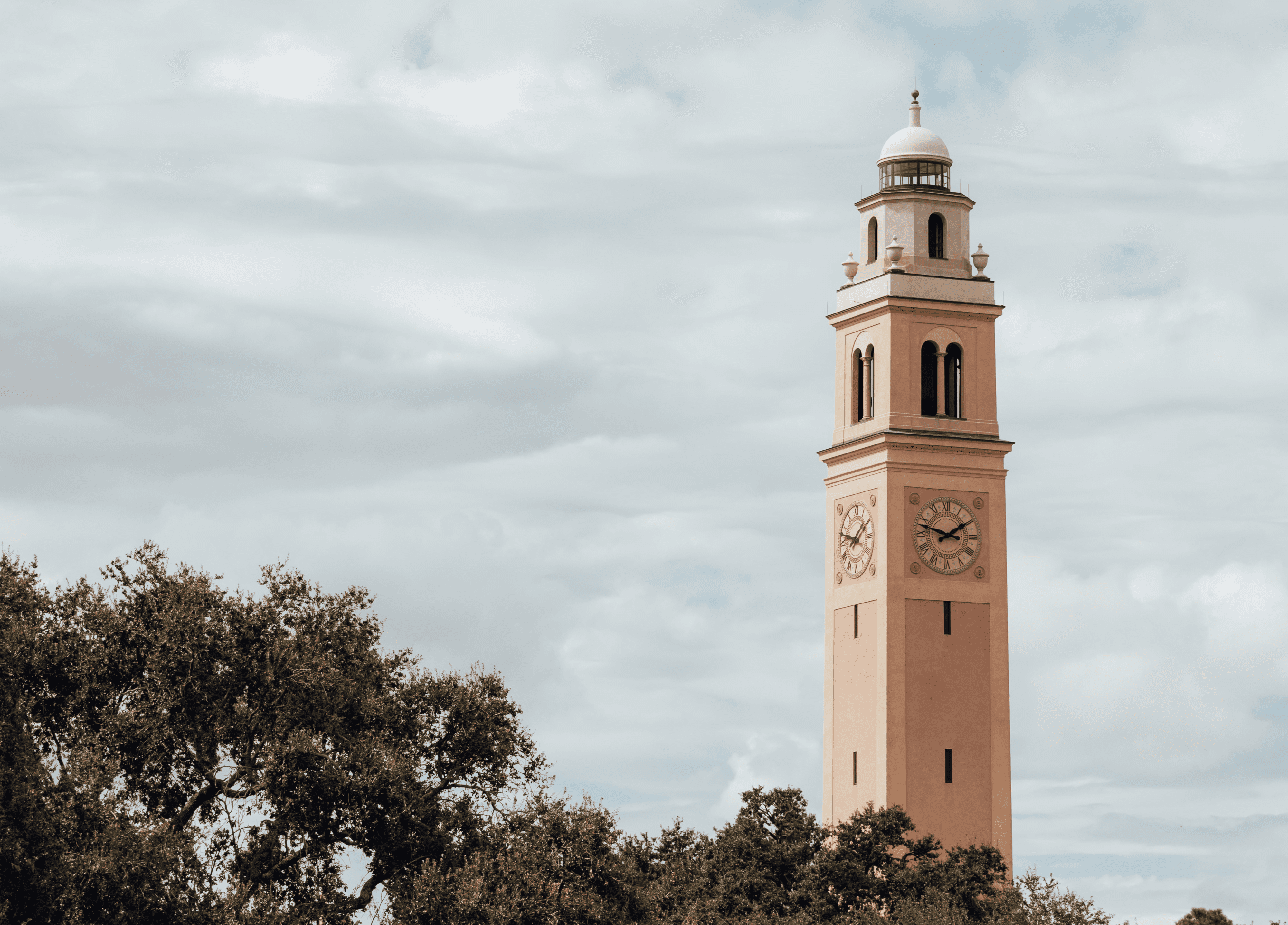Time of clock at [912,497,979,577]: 1:47
